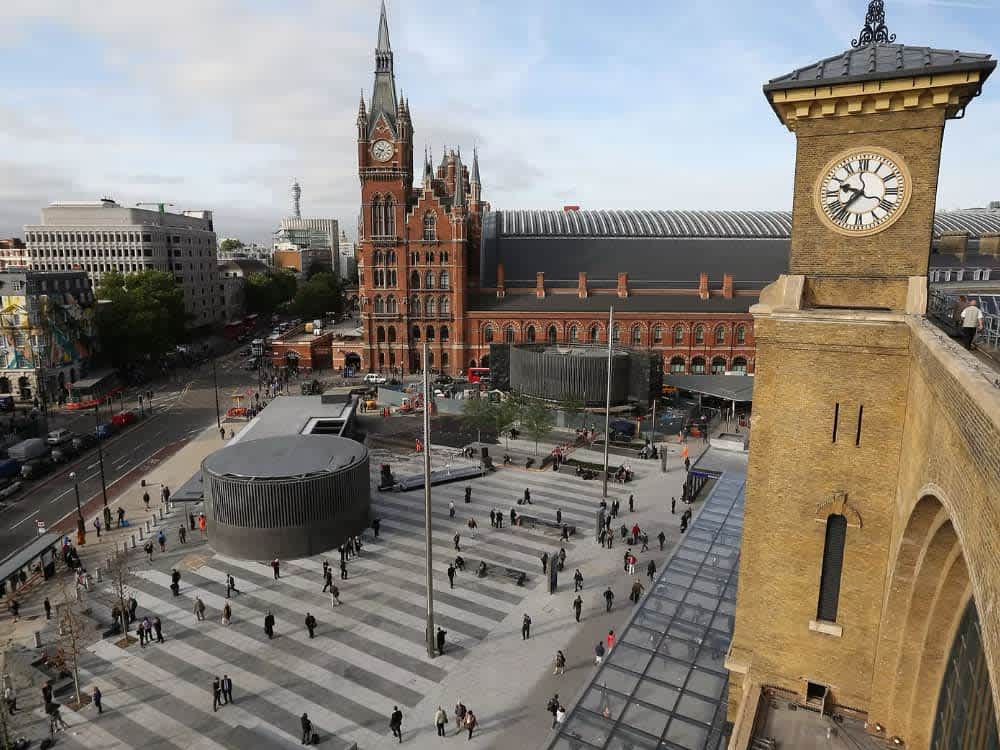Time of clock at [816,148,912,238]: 9:36
